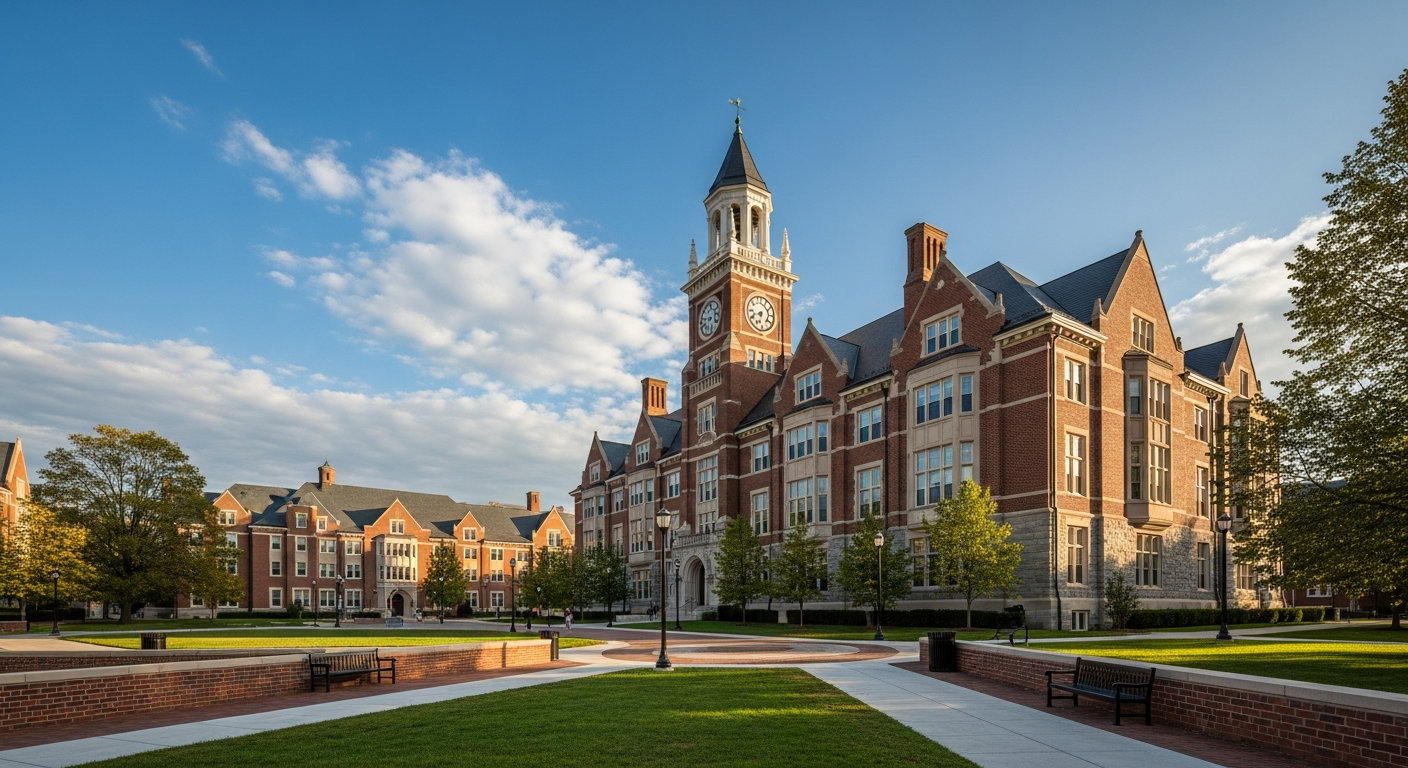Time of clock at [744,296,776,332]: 6:41
